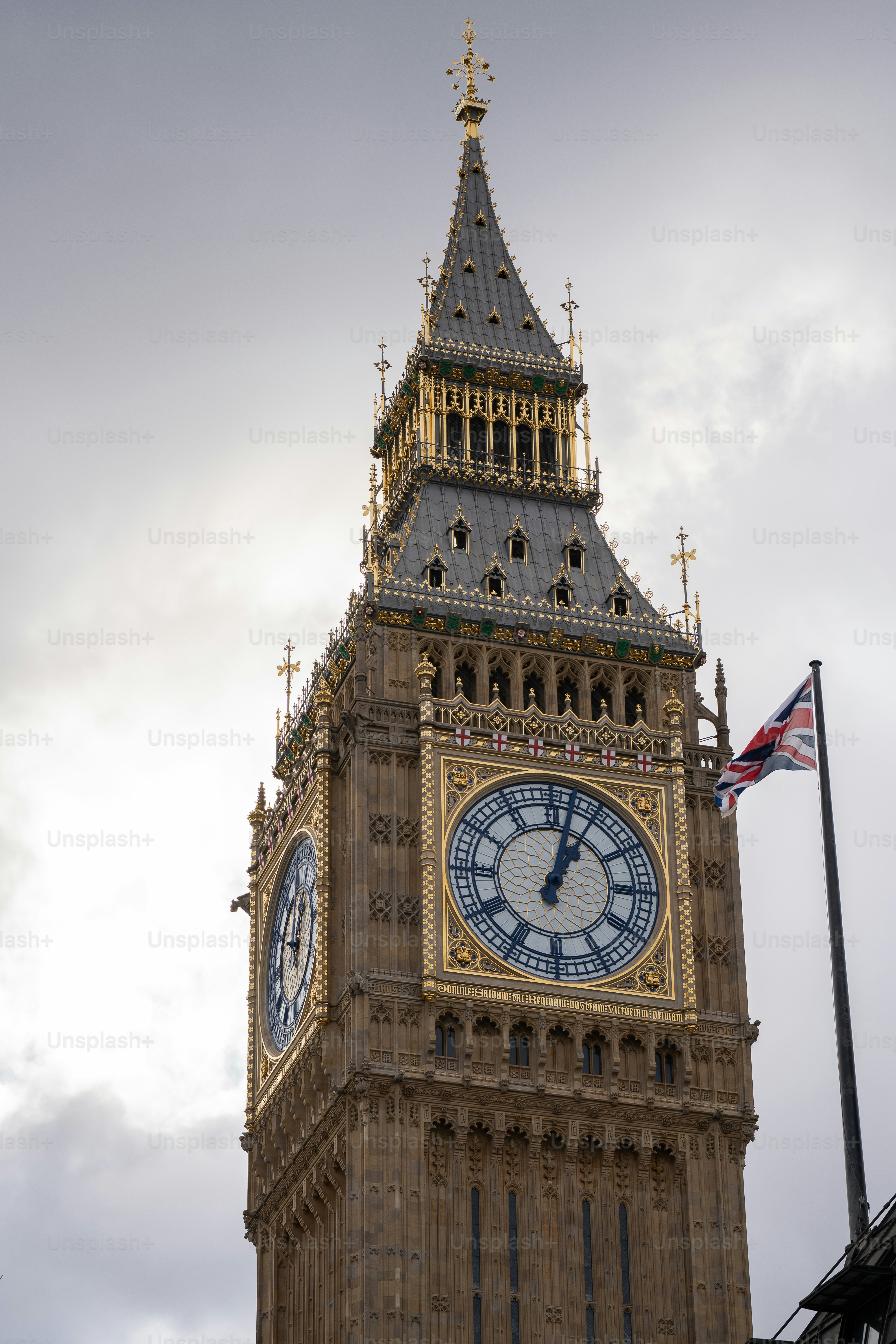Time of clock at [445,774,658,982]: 1:02
